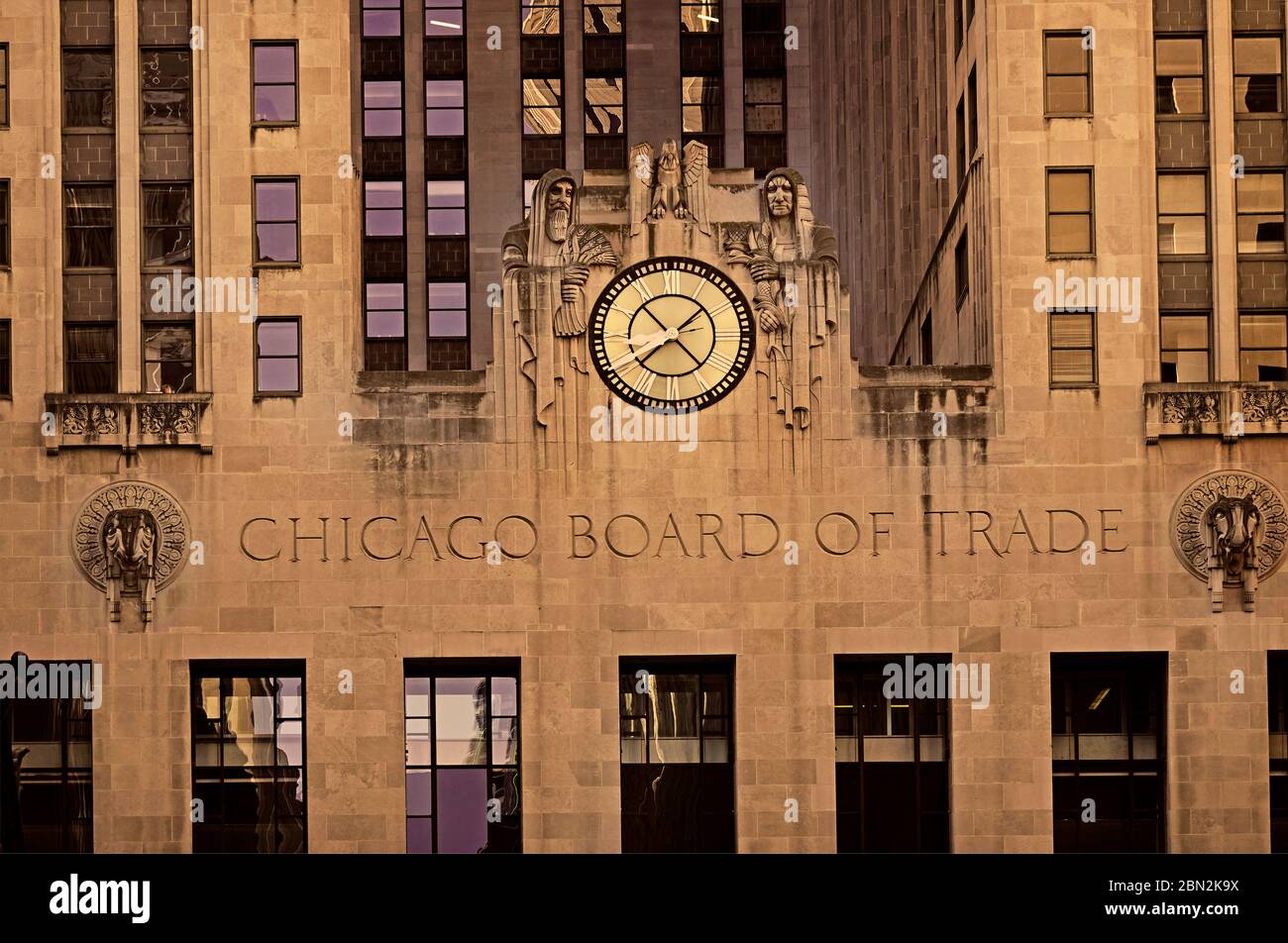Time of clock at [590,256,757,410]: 1:37
